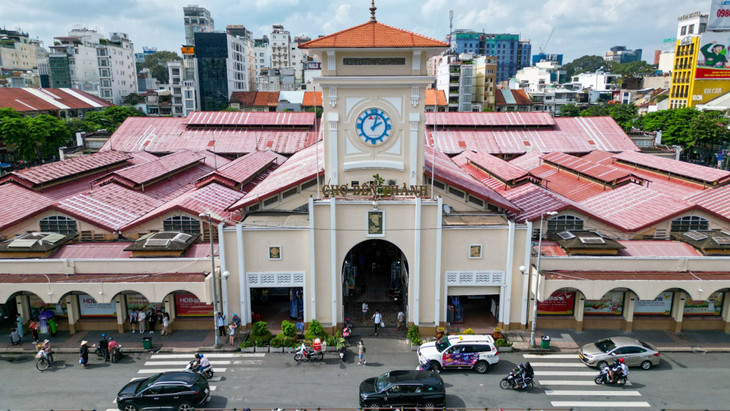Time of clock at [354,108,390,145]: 2:02
